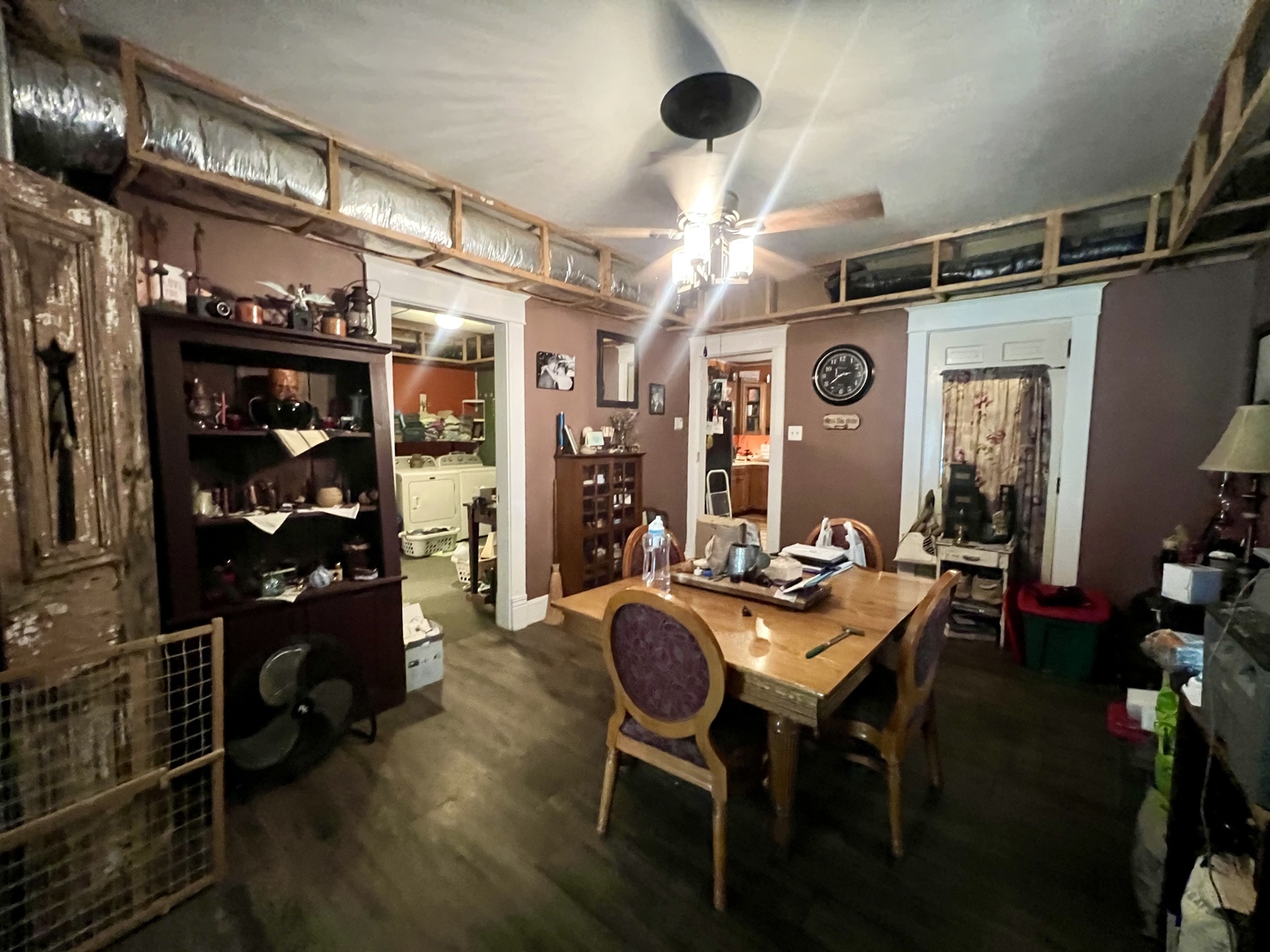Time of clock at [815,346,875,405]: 2:38
